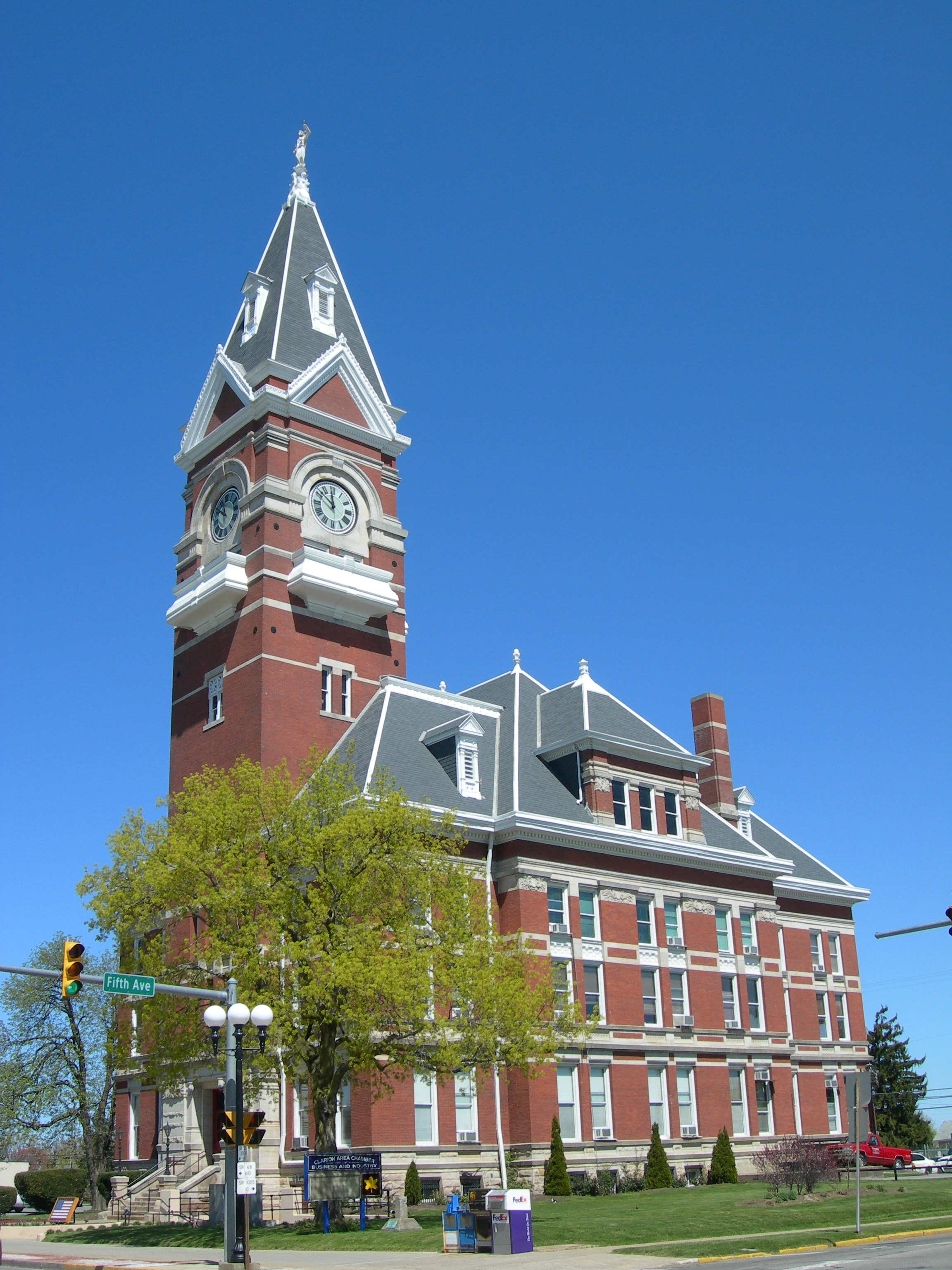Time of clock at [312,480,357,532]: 11:51
